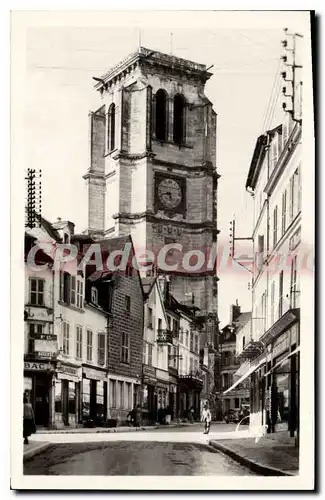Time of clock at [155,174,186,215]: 5:42
